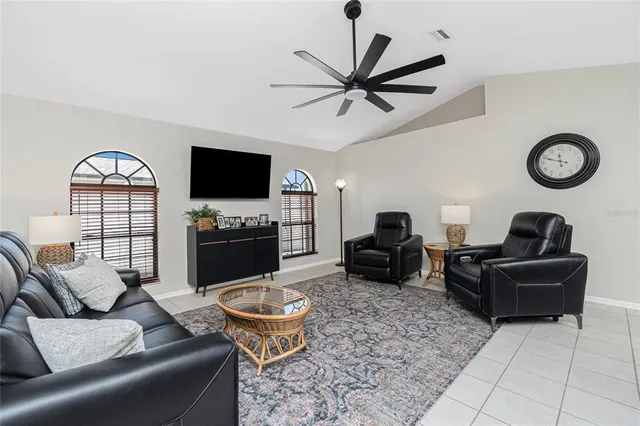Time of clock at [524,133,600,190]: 11:48
